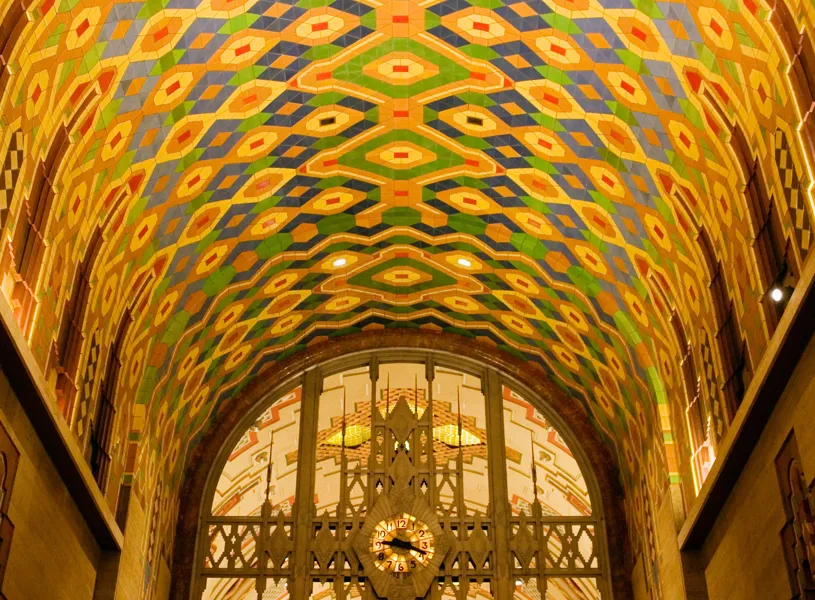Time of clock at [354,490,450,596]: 9:18
